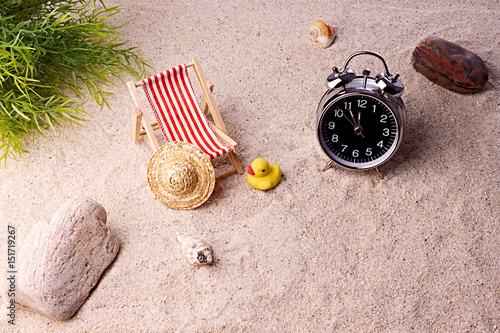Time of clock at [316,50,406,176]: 11:52
